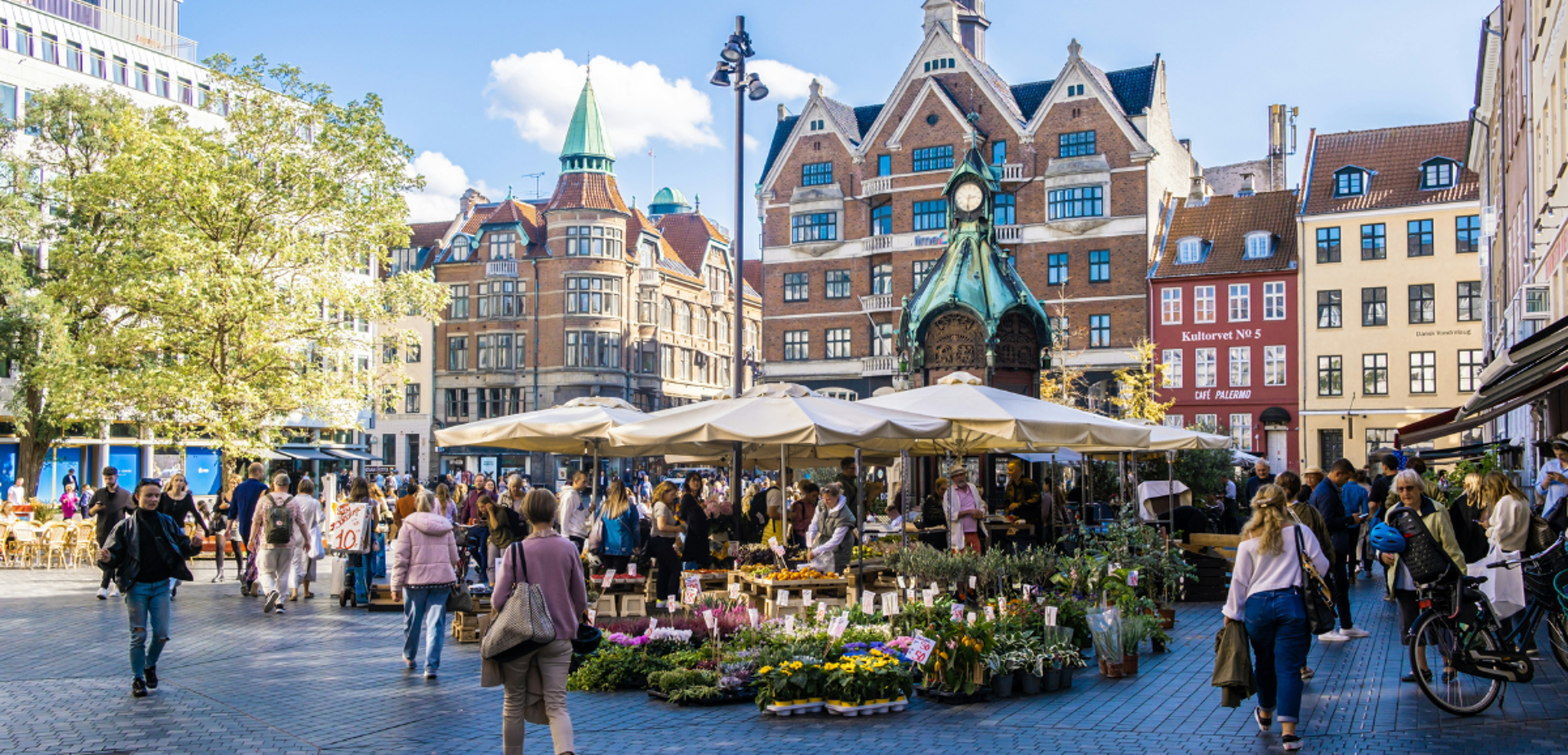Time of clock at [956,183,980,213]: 2:31
